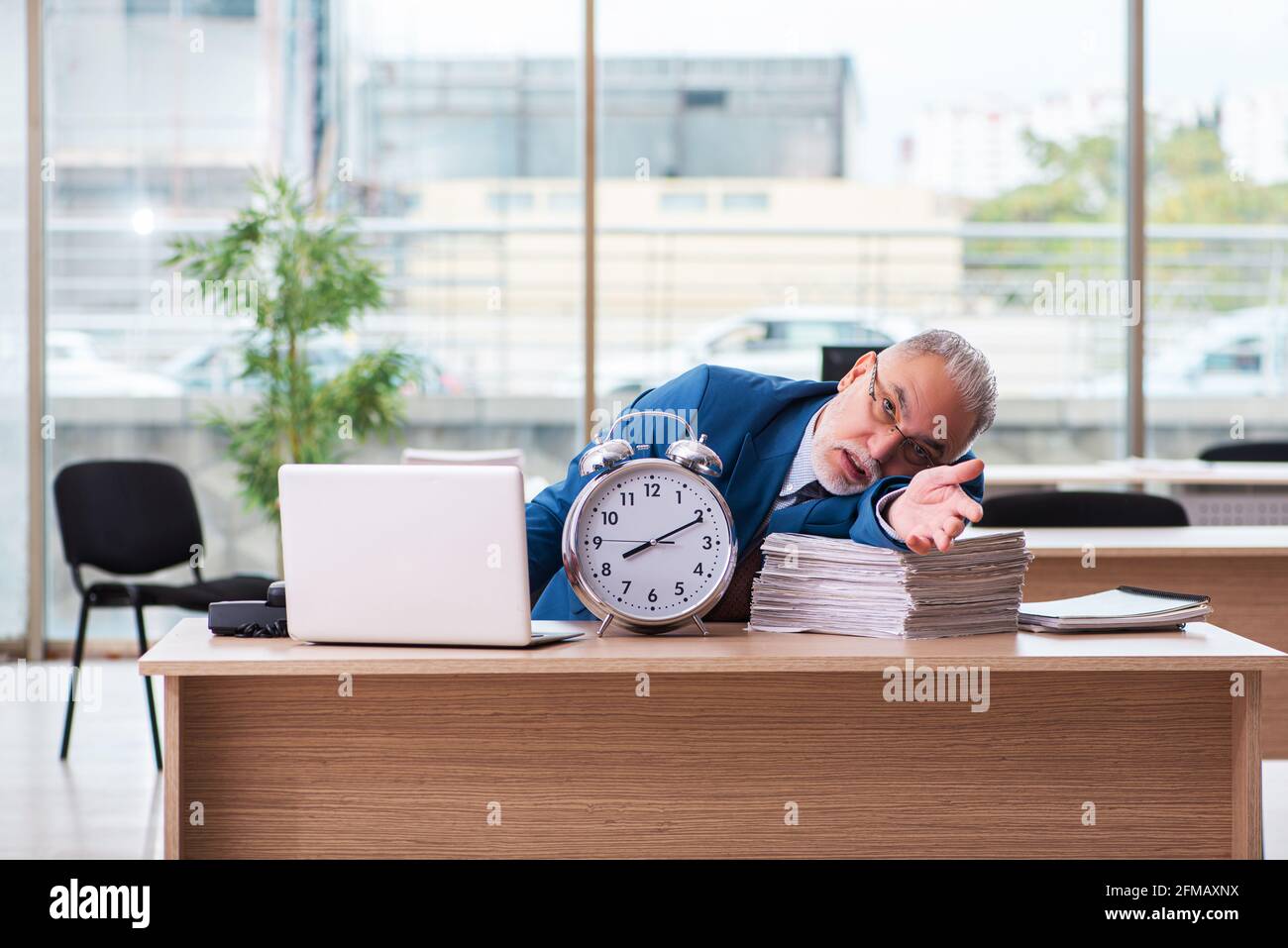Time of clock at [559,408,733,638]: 8:10
